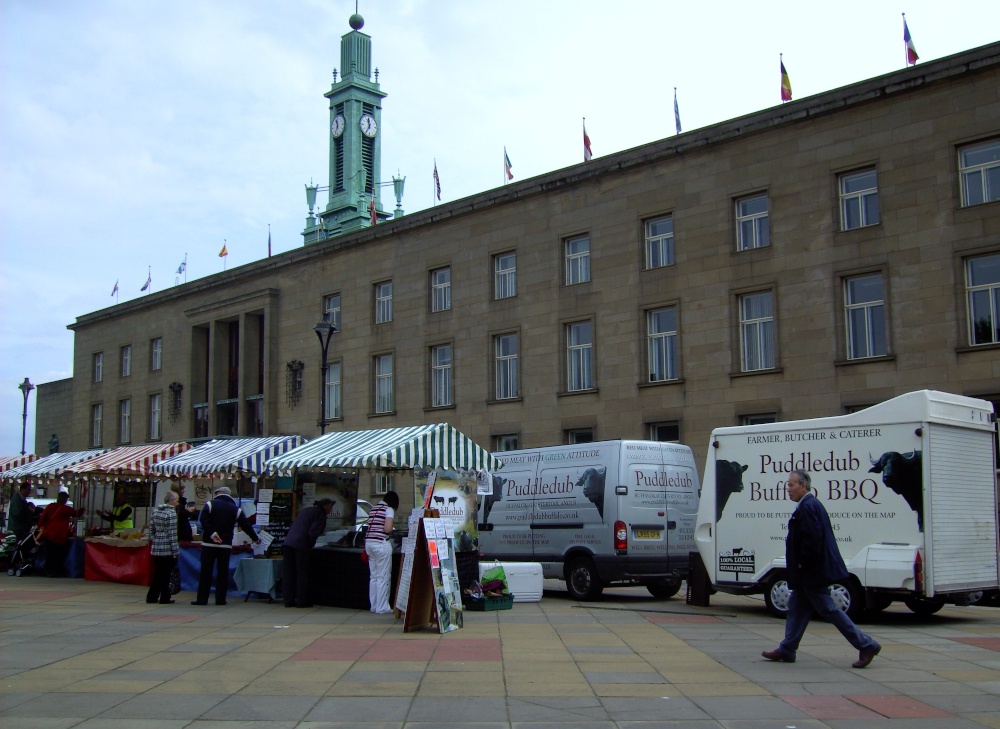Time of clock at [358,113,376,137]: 11:35
